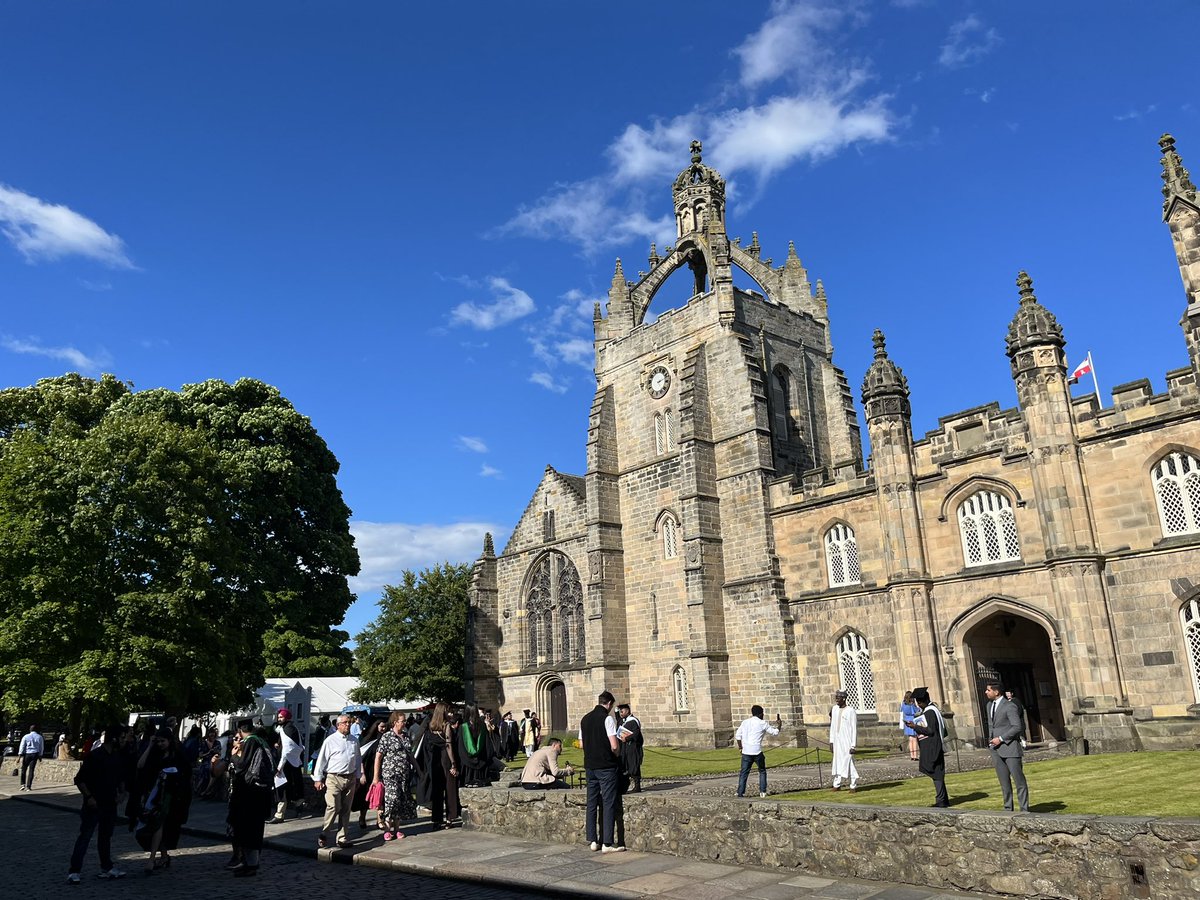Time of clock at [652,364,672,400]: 2:11
